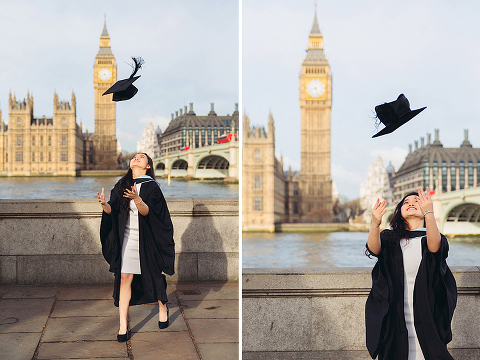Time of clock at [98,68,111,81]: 8:26
